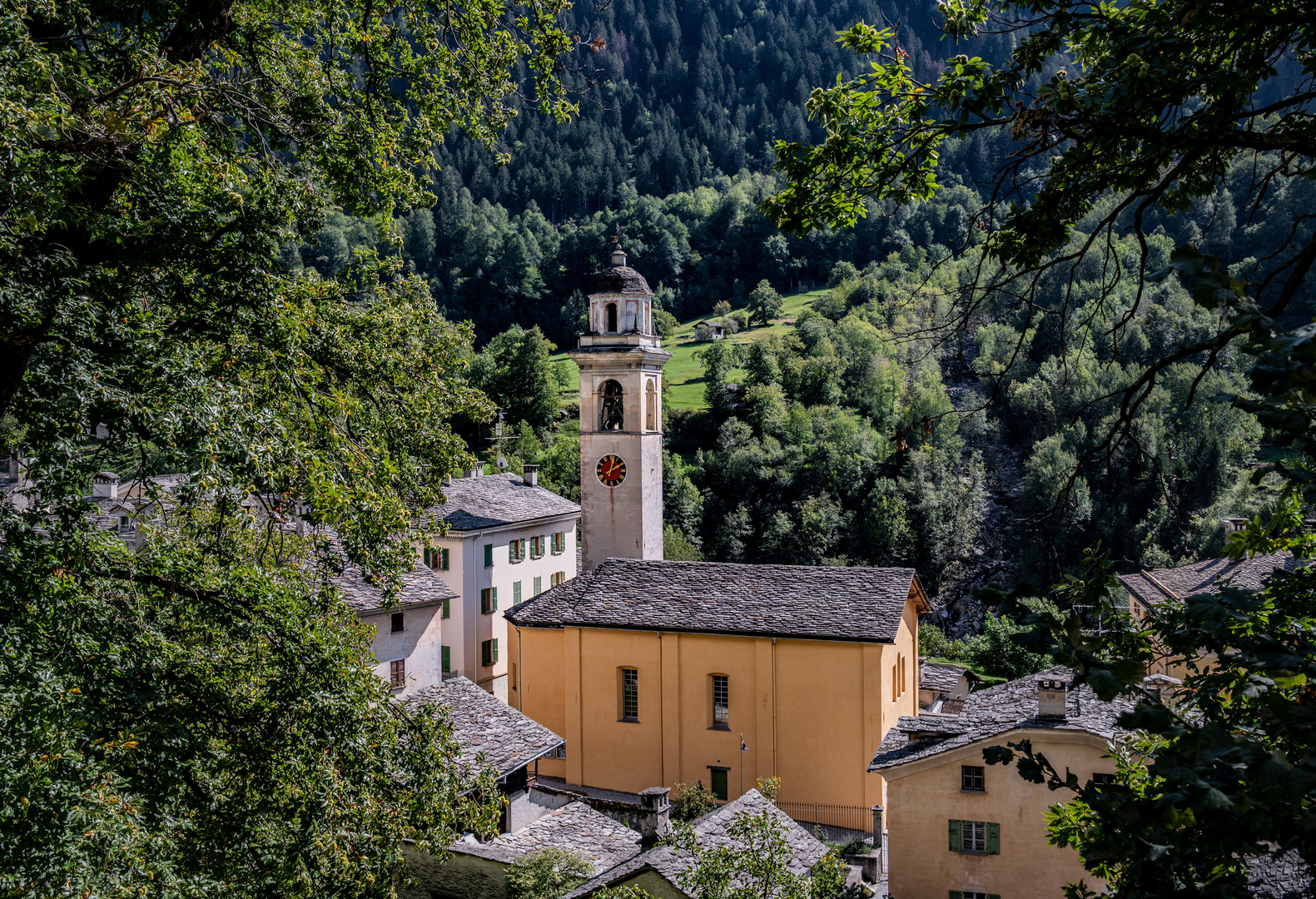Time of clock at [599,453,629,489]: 2:02
